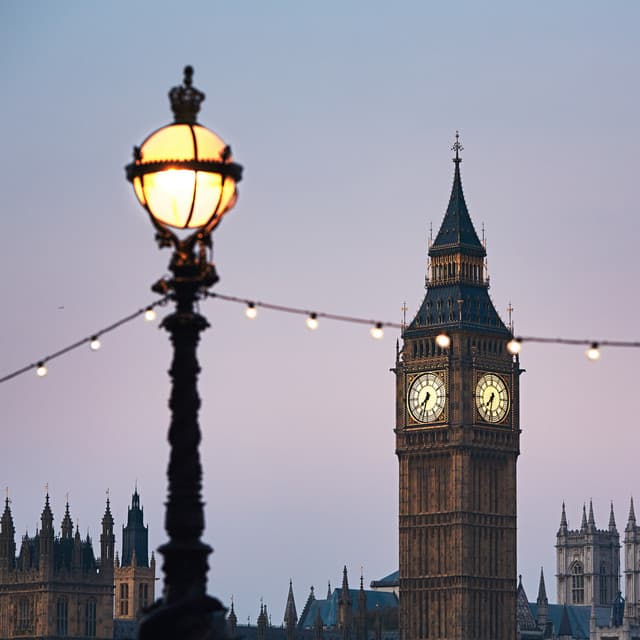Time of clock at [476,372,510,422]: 7:32
